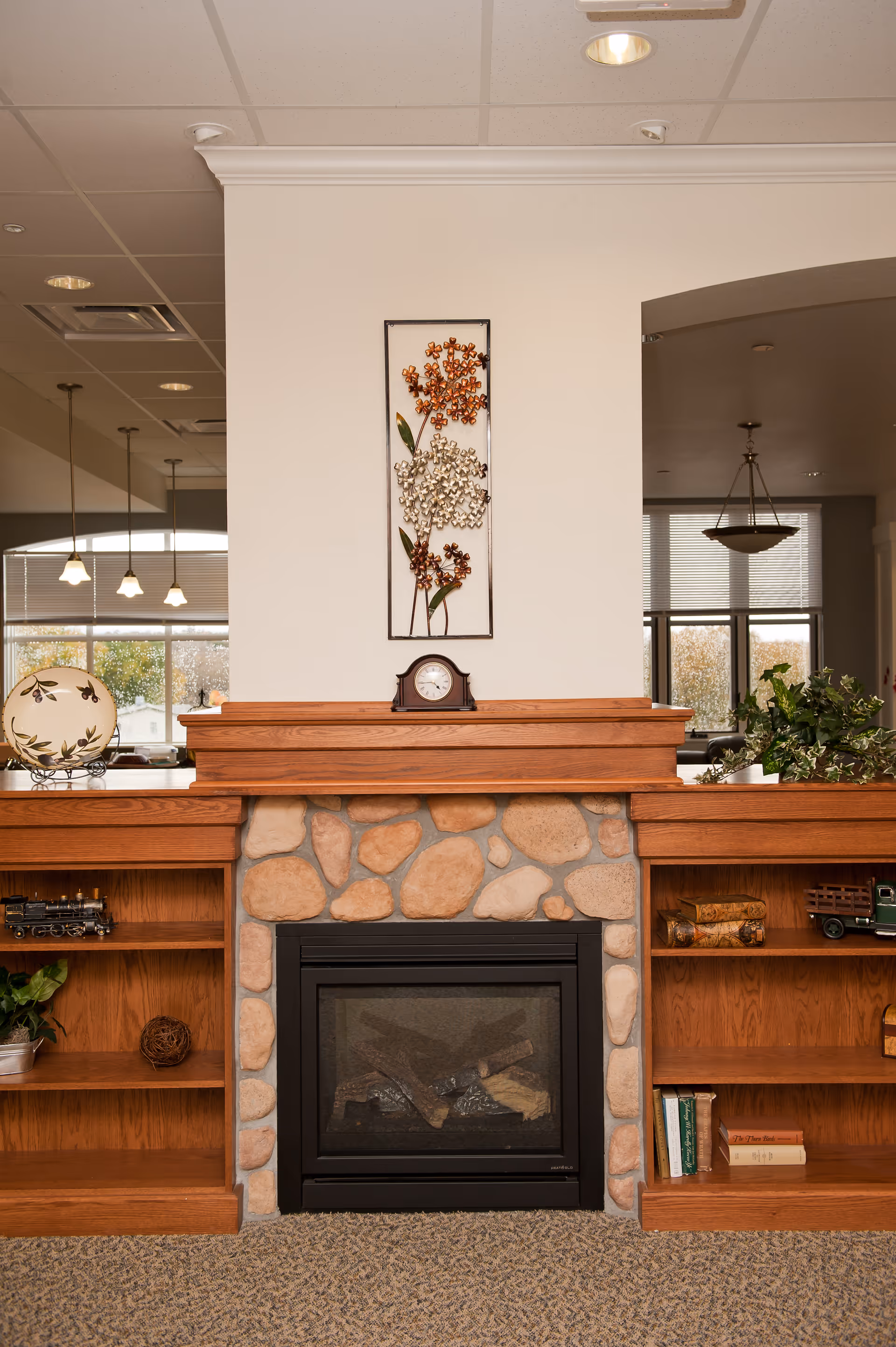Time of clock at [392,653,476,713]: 4:44
